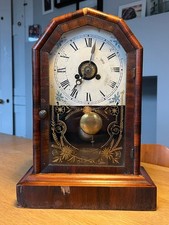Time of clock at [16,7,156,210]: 7:03
